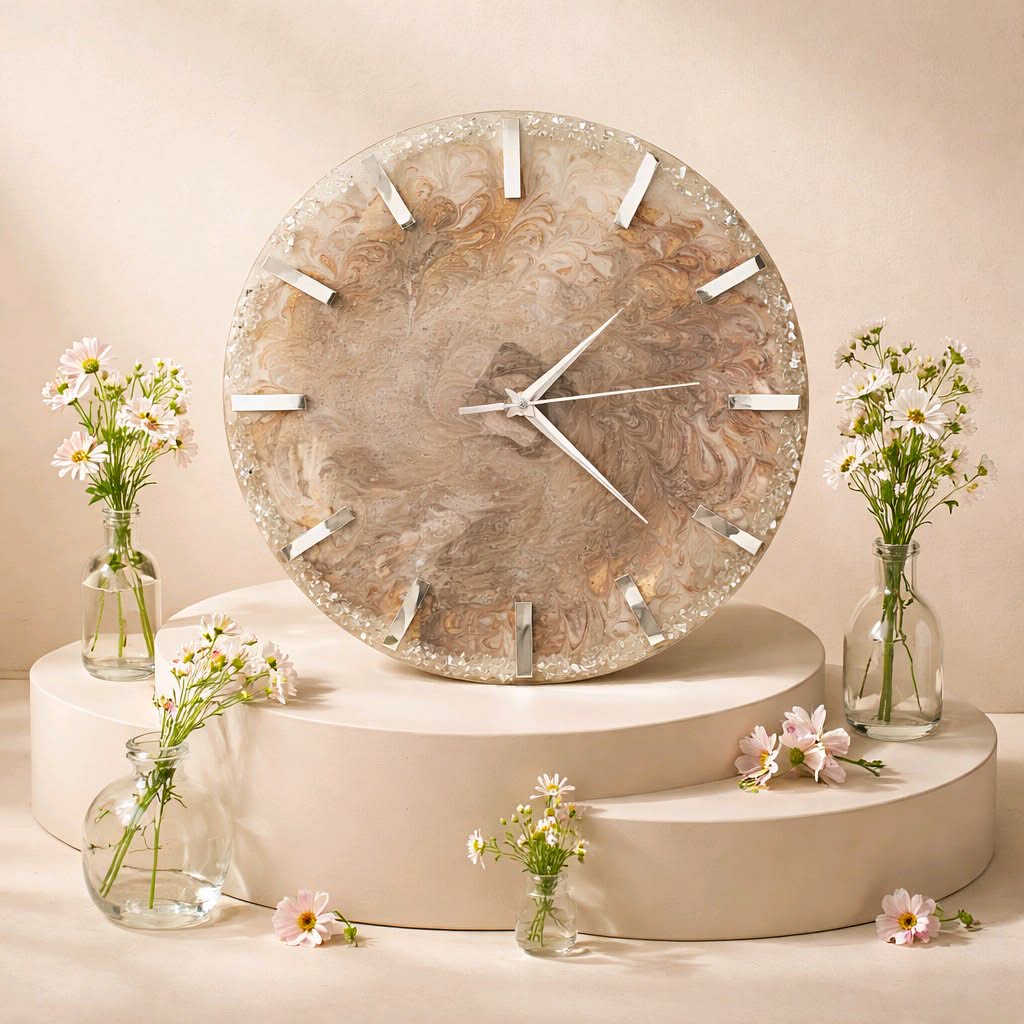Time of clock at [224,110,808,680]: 1:22
